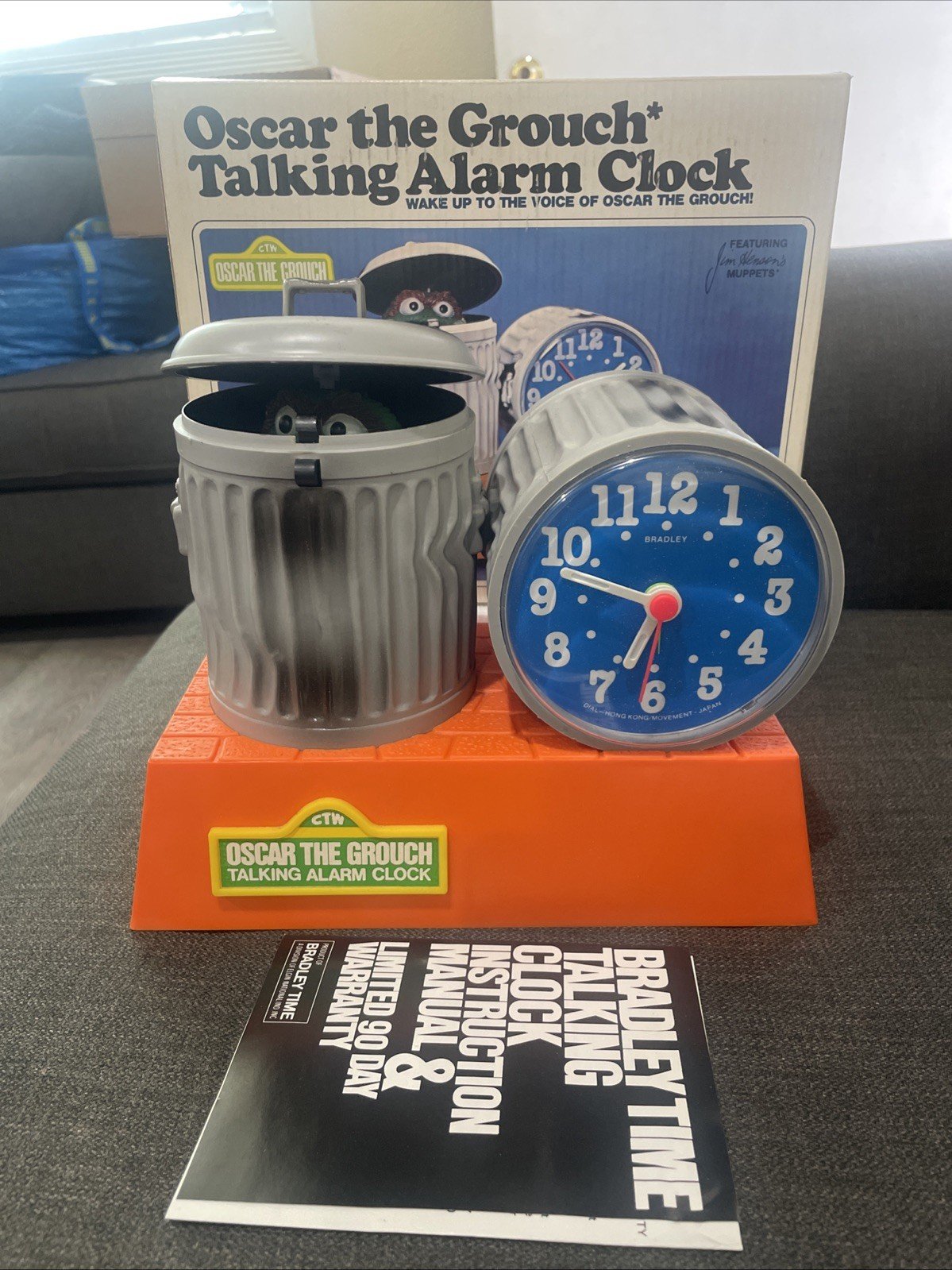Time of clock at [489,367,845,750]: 6:47
